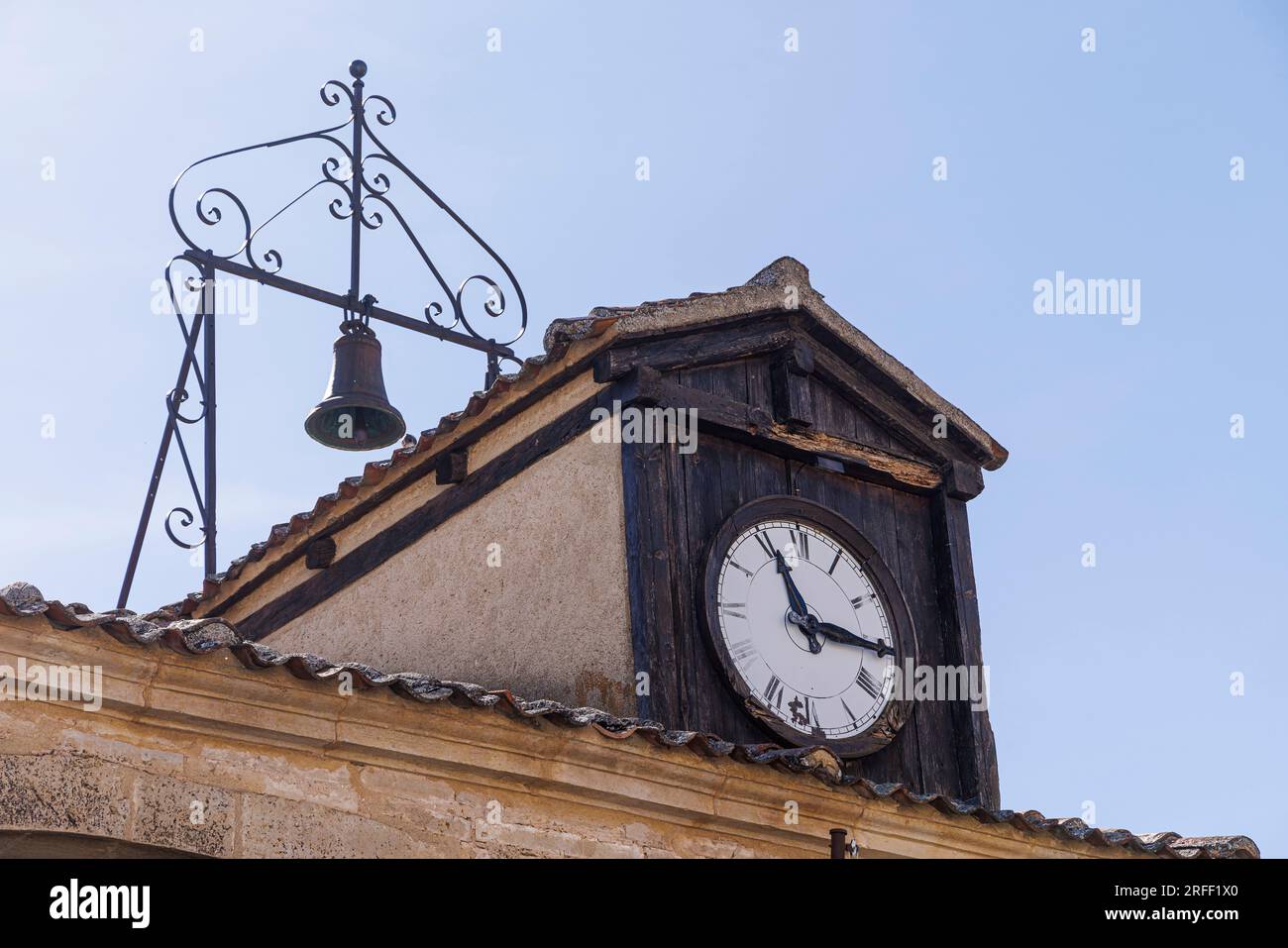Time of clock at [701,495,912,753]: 11:15
